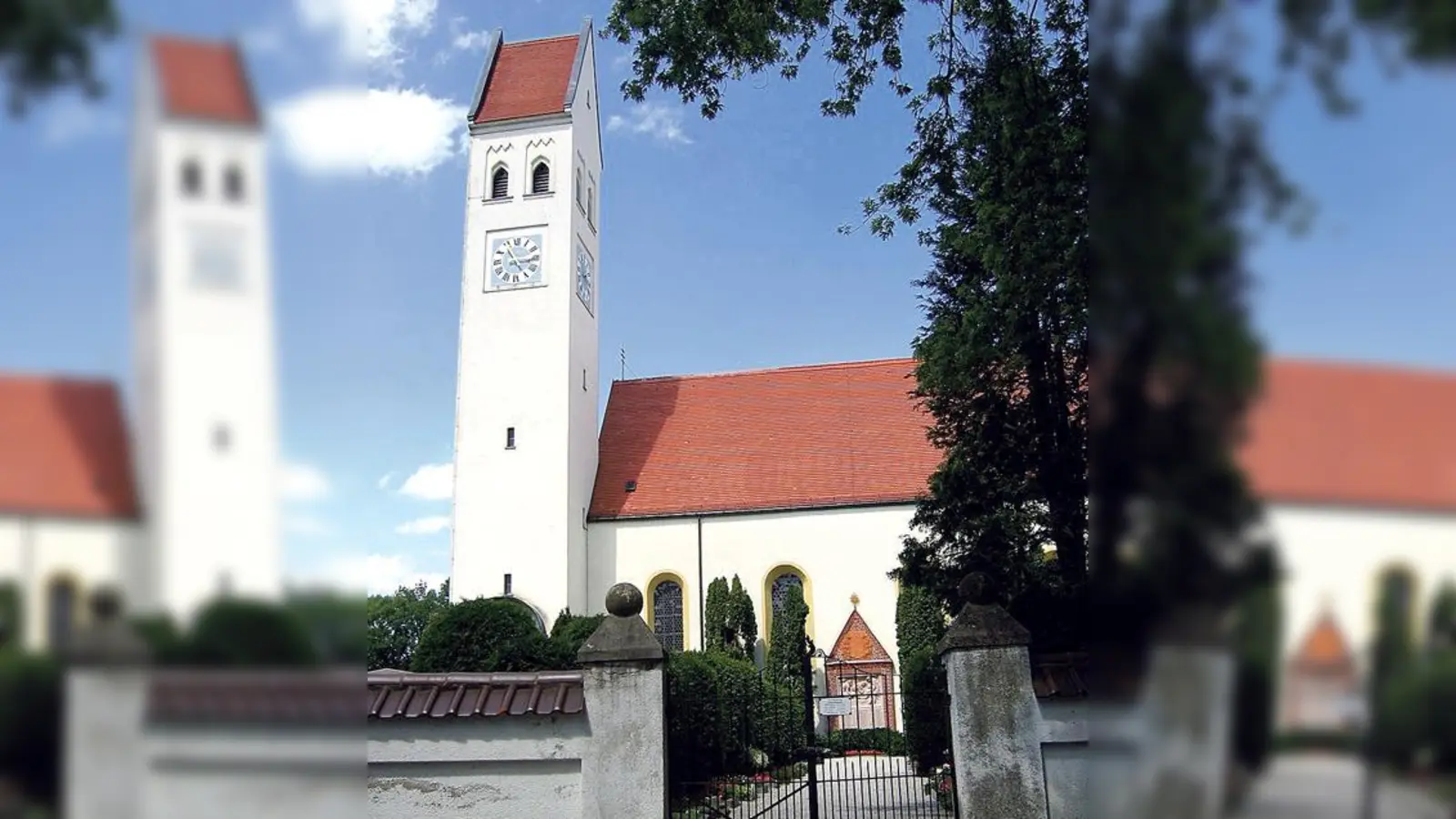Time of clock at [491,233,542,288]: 2:54
